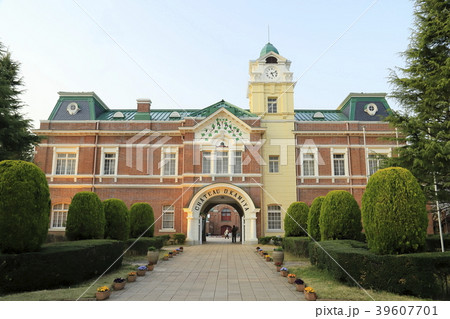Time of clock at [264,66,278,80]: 5:11
